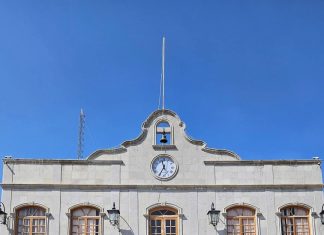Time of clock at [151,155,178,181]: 11:35
